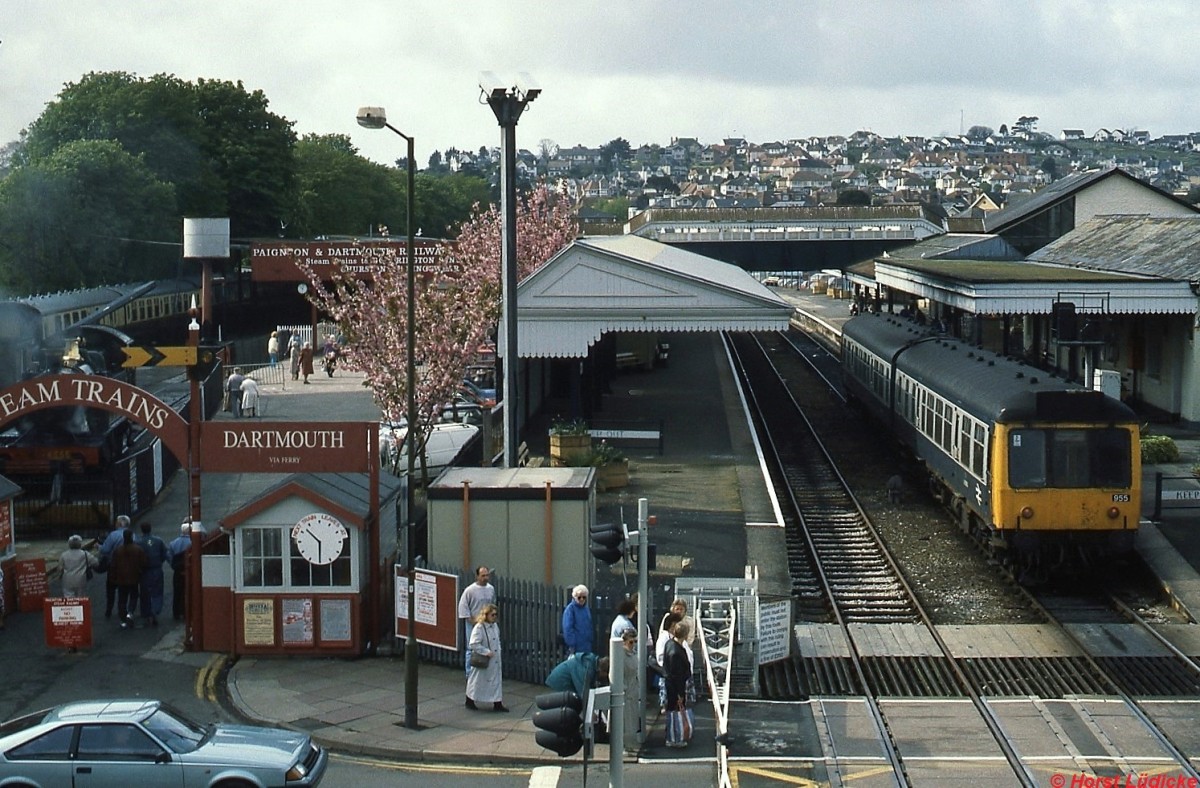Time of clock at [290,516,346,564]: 10:30
